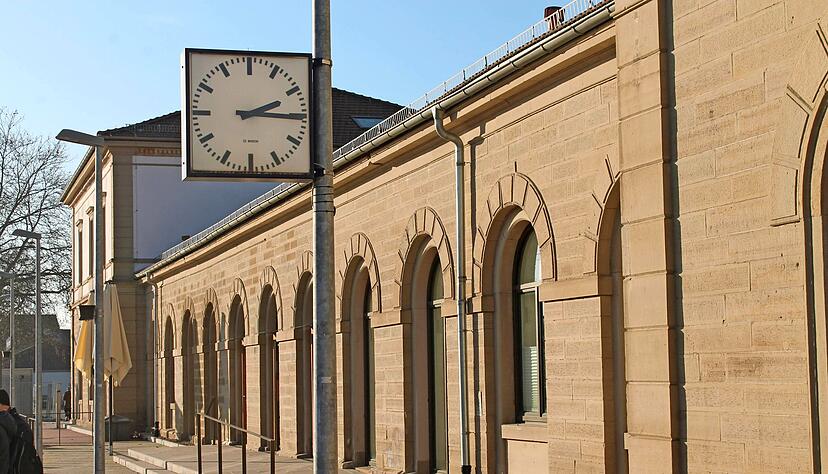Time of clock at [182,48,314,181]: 2:15
